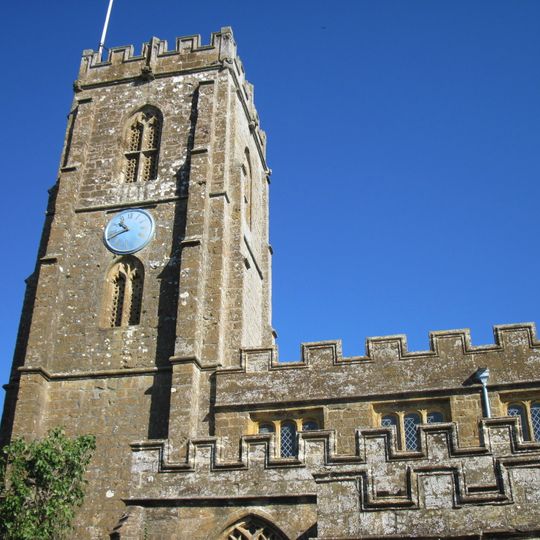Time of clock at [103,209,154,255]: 10:41
